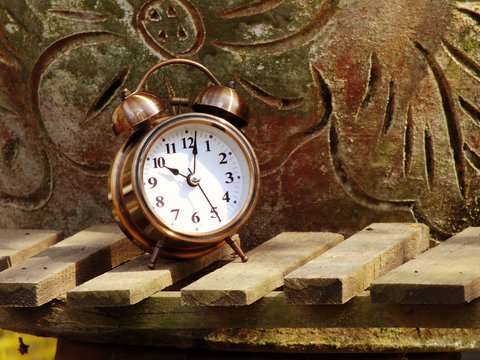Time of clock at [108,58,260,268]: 10:01
